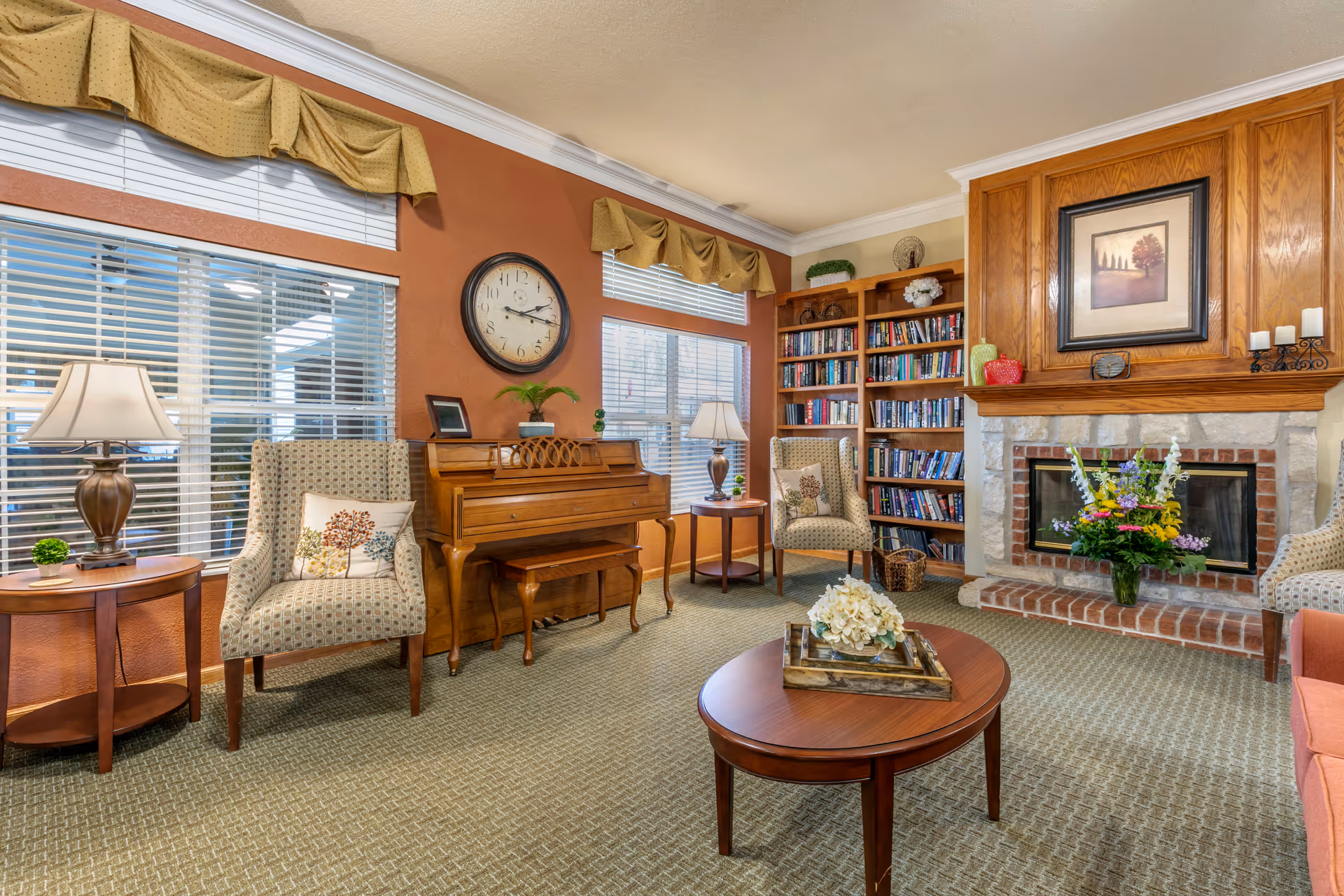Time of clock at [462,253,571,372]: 2:16
